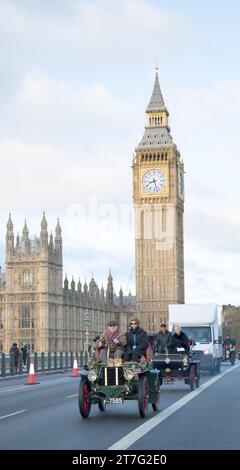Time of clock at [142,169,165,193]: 8:27
